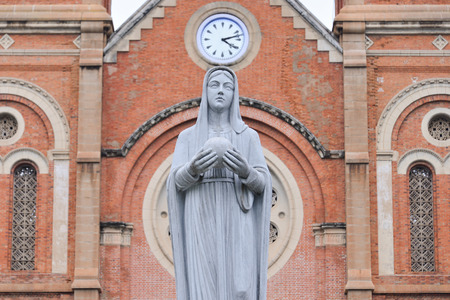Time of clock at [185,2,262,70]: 4:12
